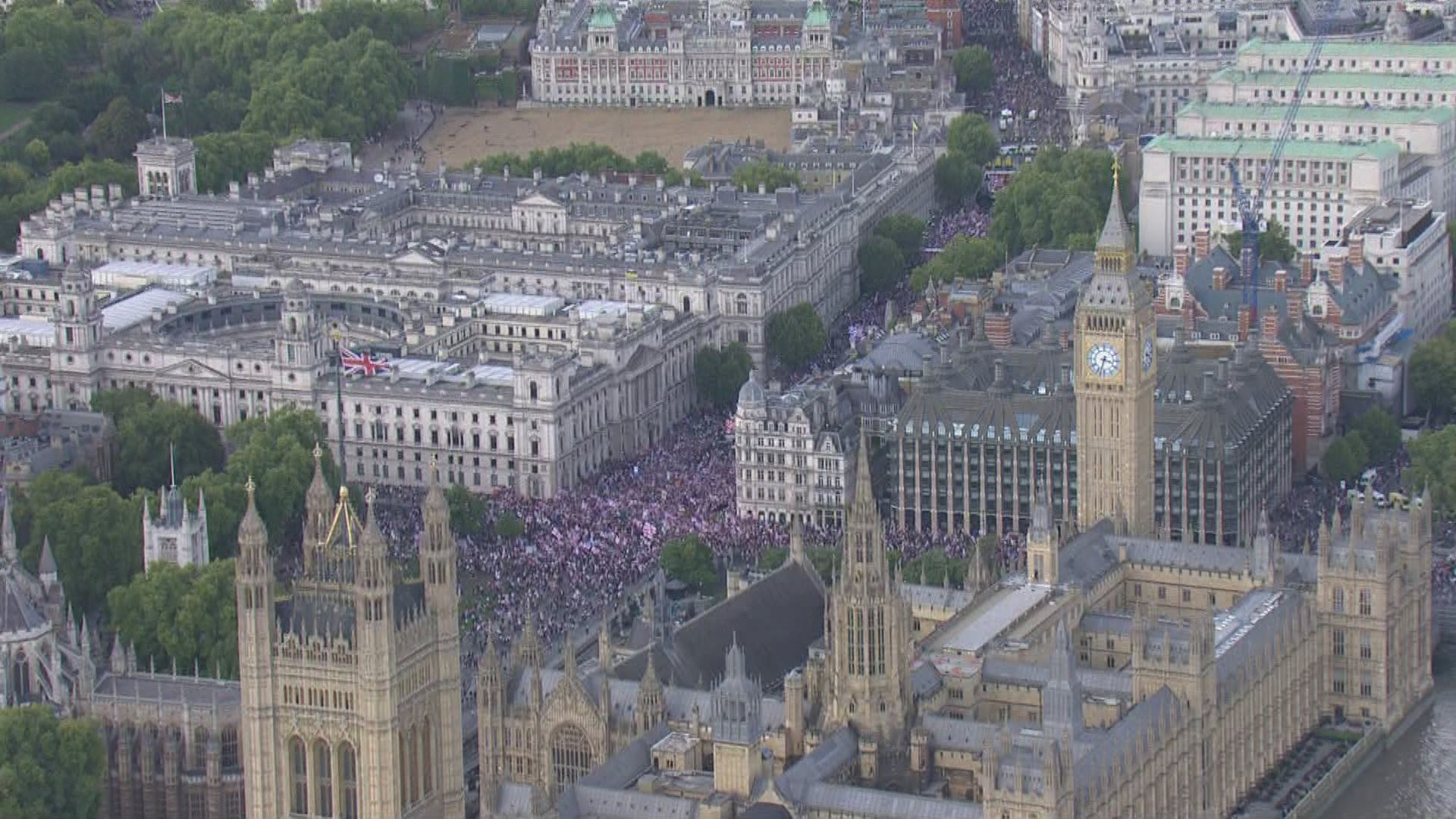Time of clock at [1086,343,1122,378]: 3:32
